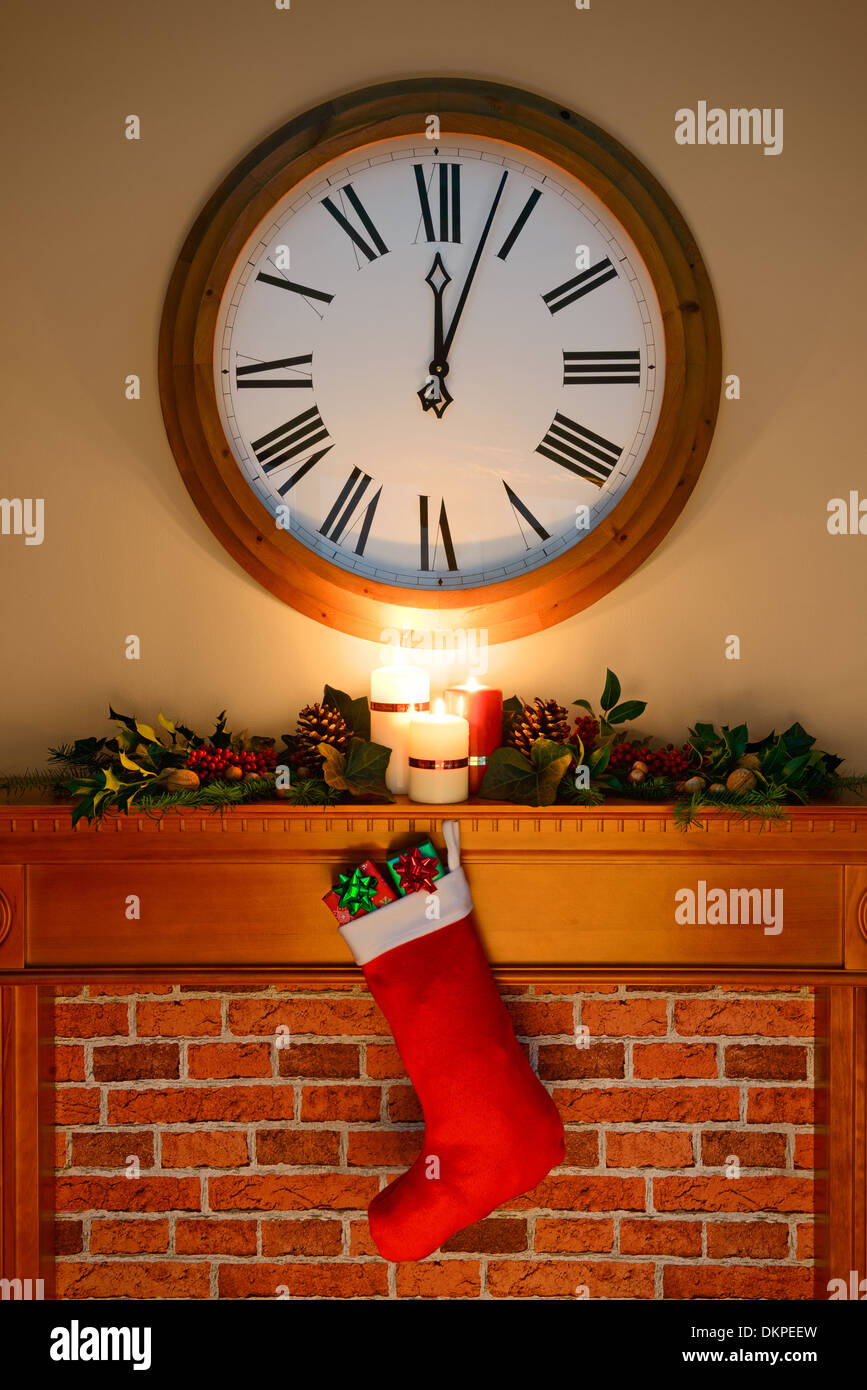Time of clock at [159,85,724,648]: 12:03
